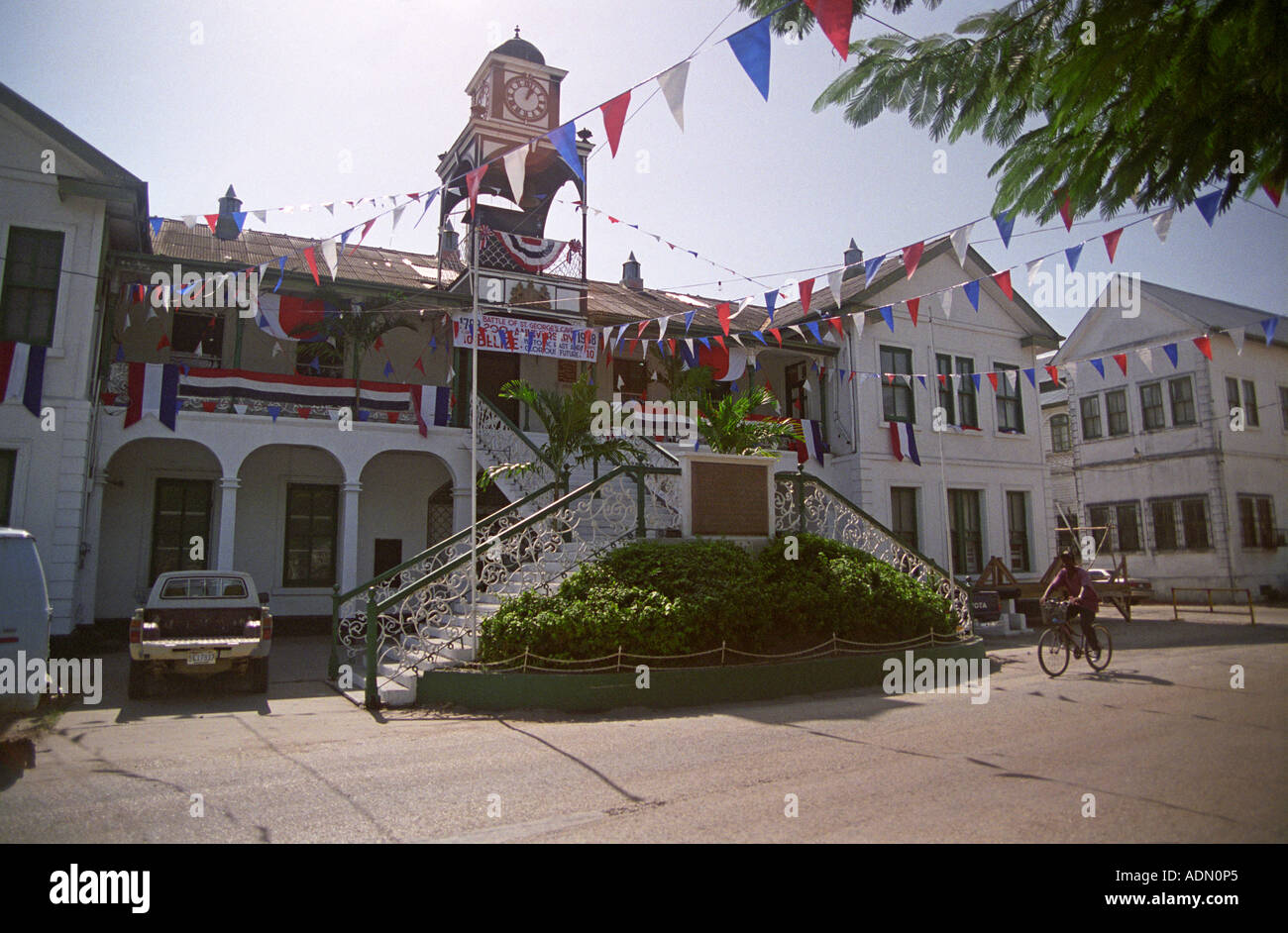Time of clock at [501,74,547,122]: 1:02
